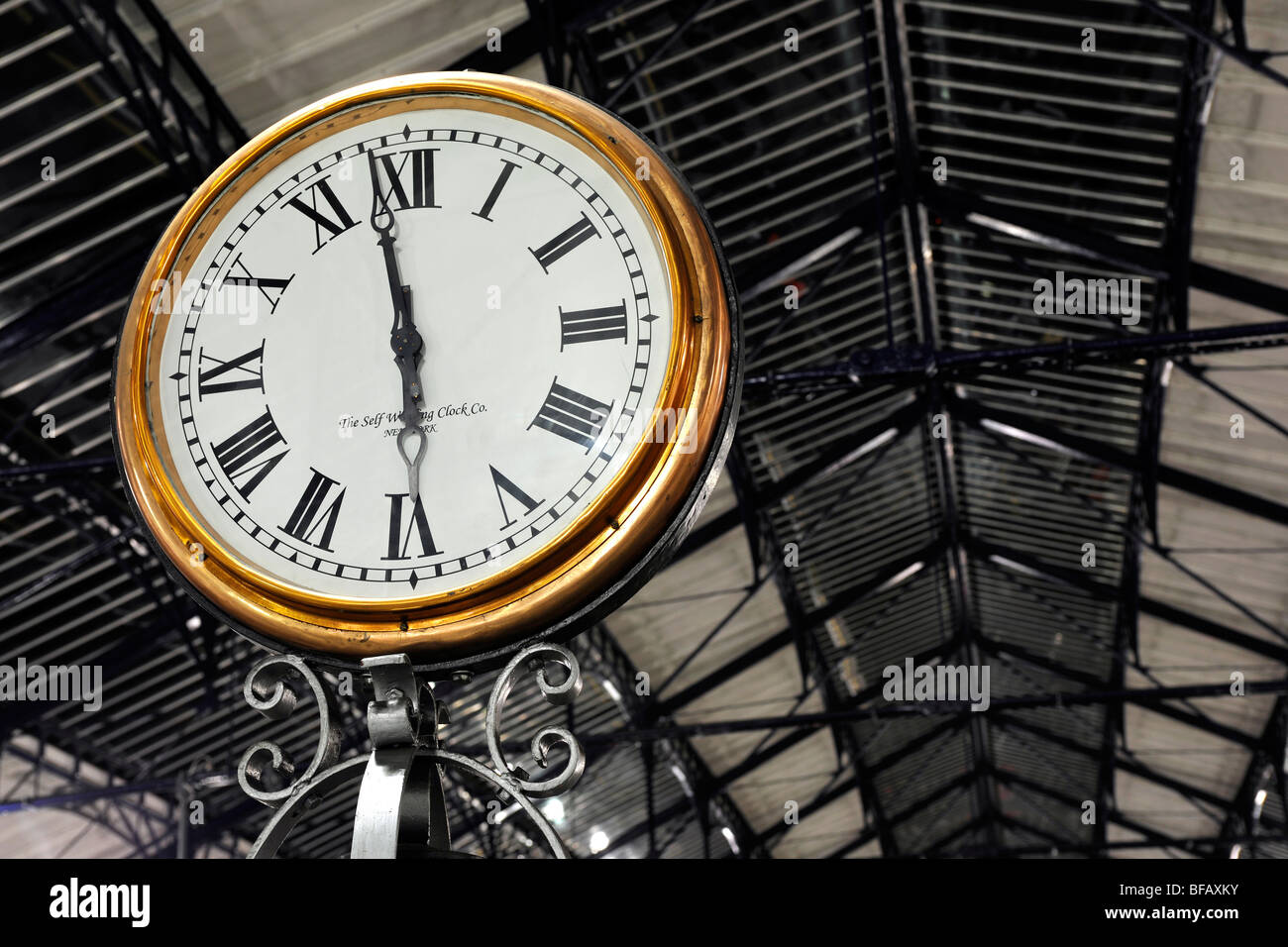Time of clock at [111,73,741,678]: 5:58
